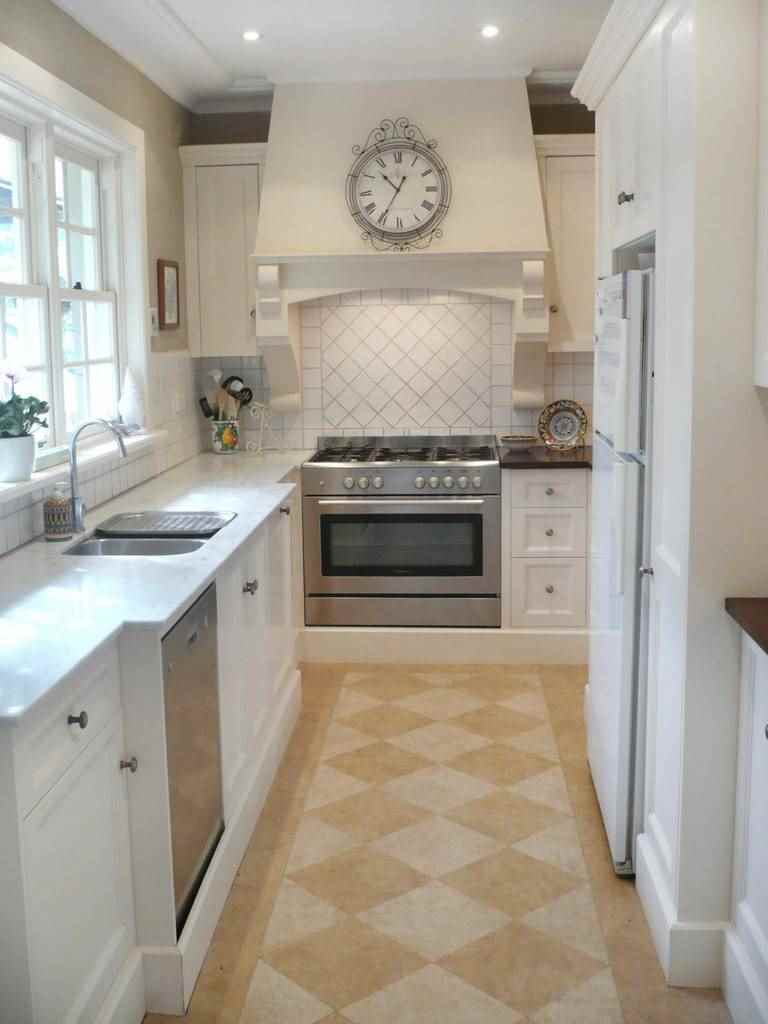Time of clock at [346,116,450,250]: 10:35
